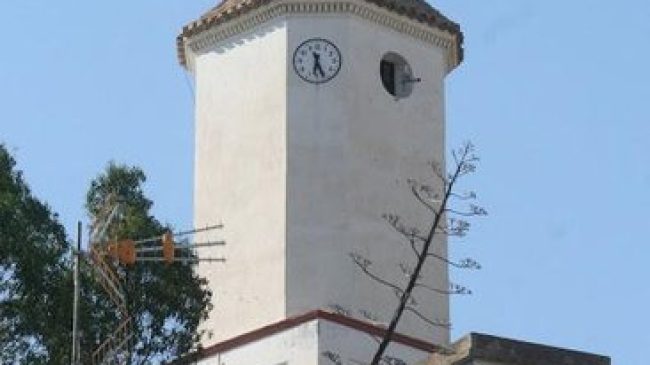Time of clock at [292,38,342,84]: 6:26
